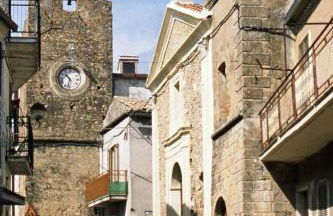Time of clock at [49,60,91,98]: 10:32
